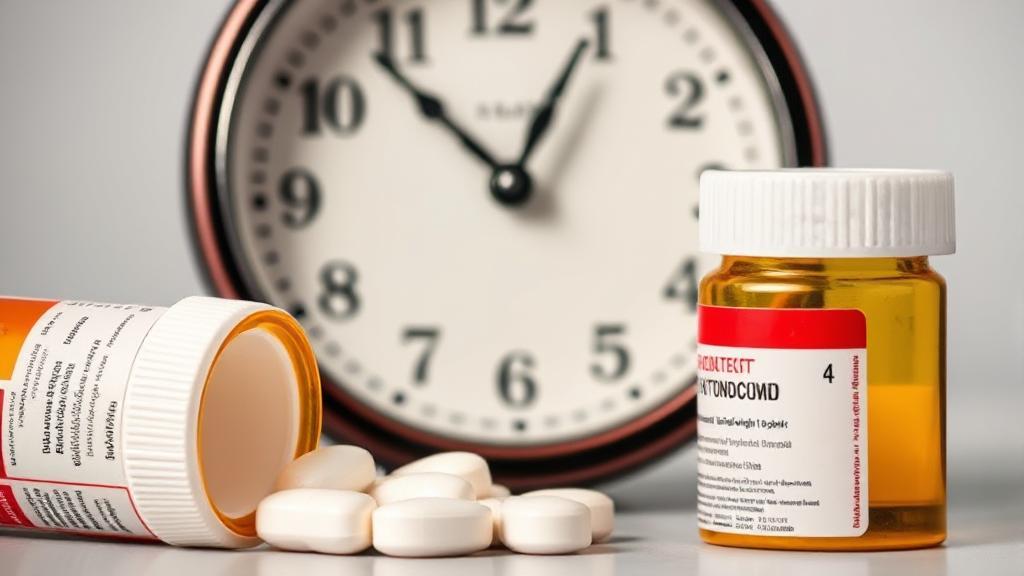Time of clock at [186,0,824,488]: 12:53
